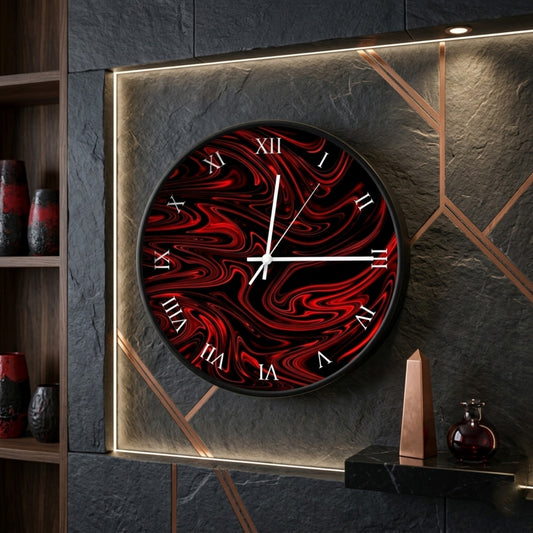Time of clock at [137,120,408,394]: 12:14
